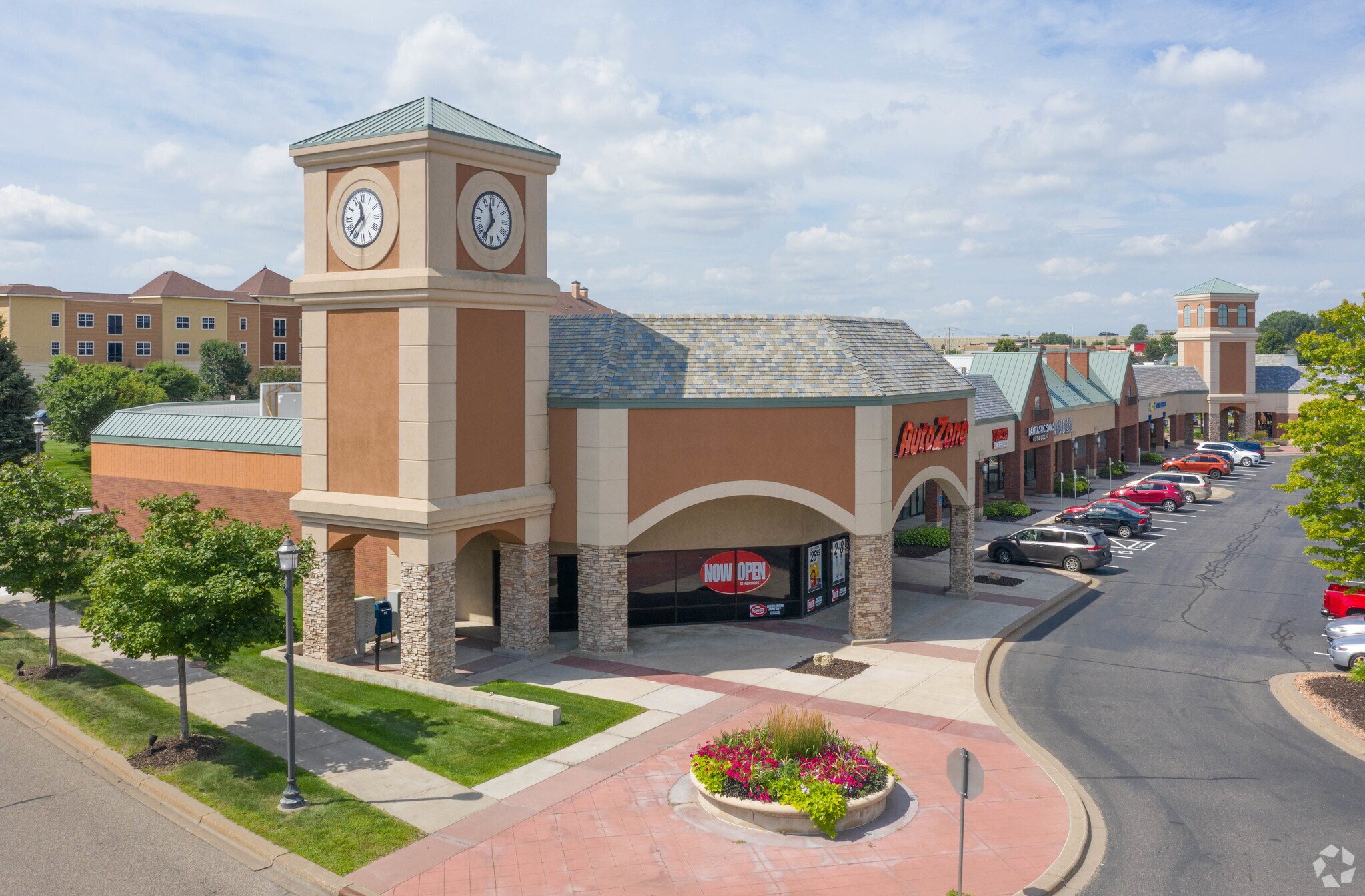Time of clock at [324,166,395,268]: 11:37
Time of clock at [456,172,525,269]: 11:36
